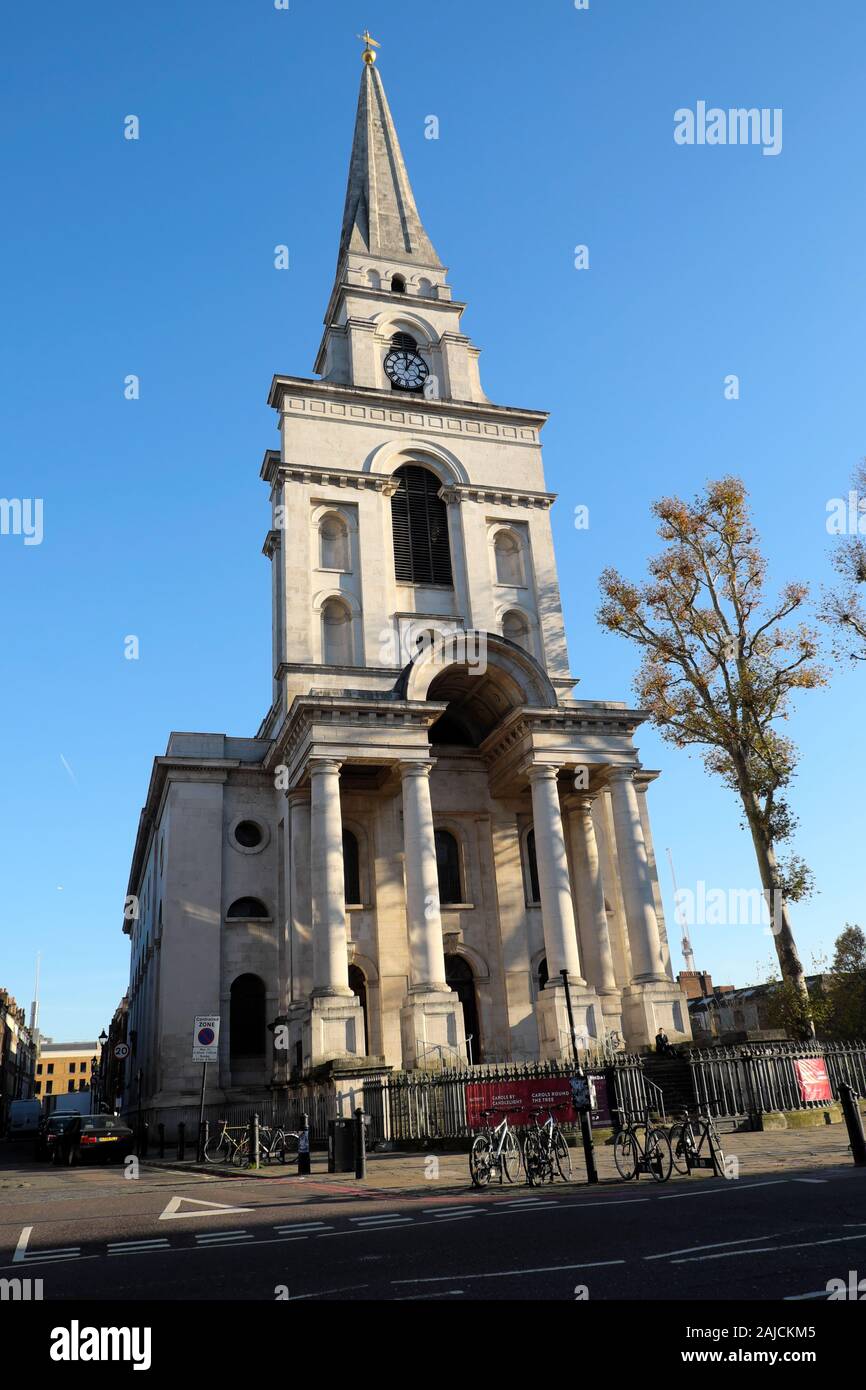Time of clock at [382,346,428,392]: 12:05
